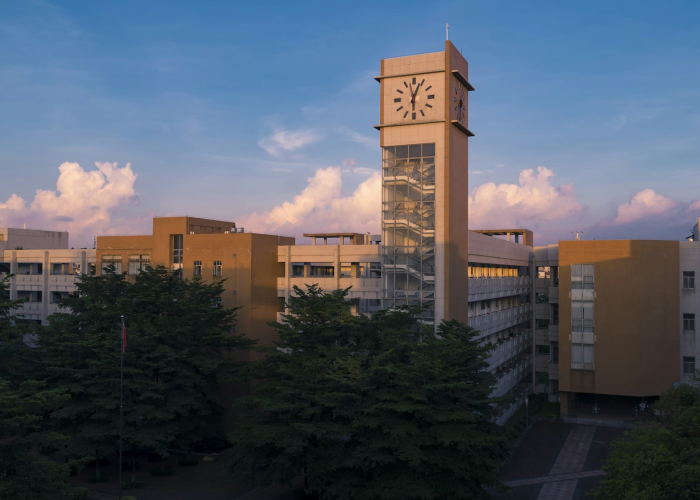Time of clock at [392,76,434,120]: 6:03
